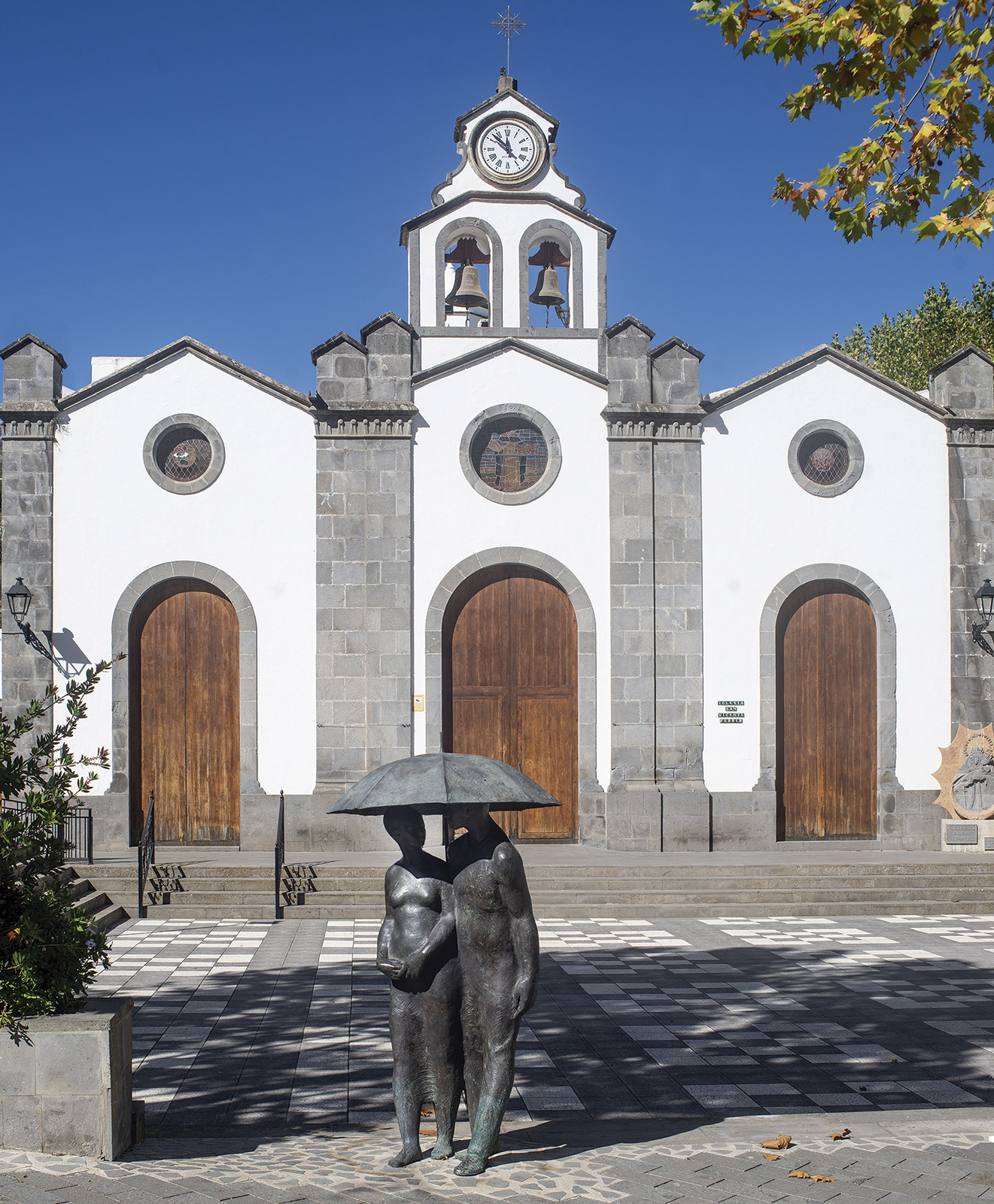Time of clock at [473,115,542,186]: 11:52
